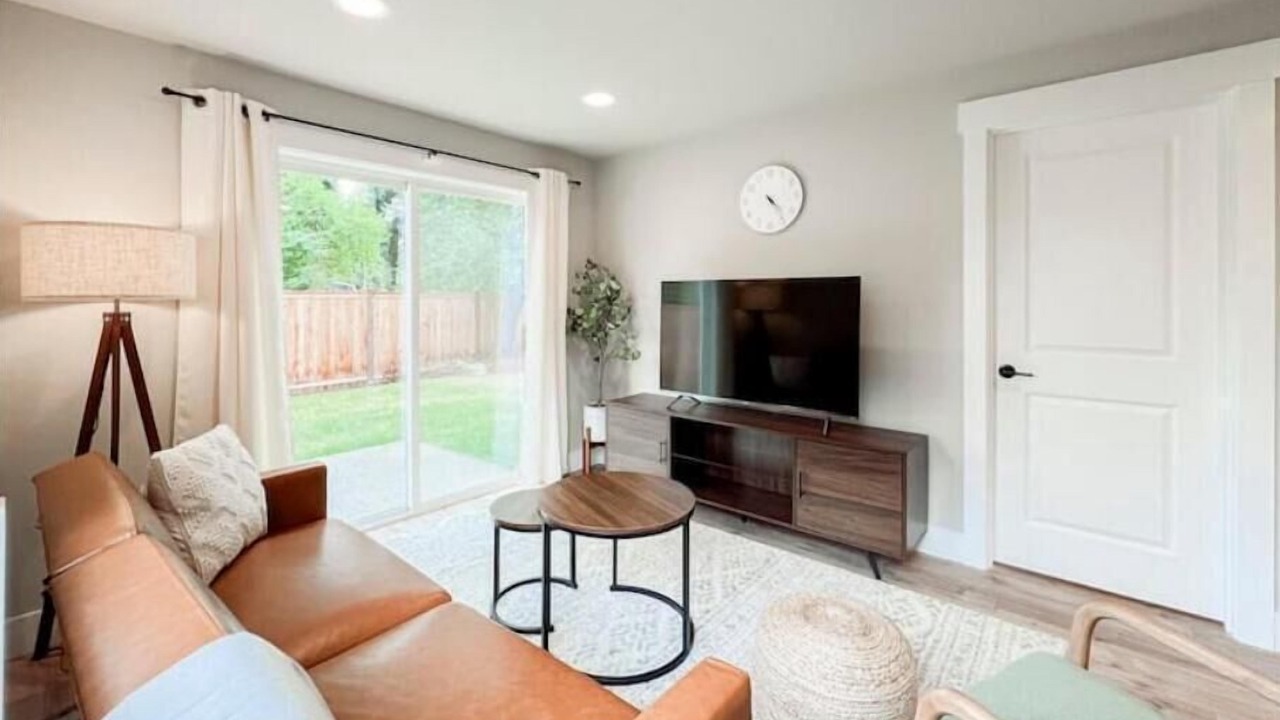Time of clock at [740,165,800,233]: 4:23
